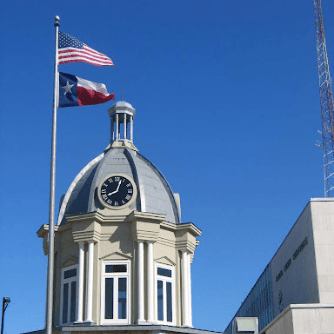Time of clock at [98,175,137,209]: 8:03
